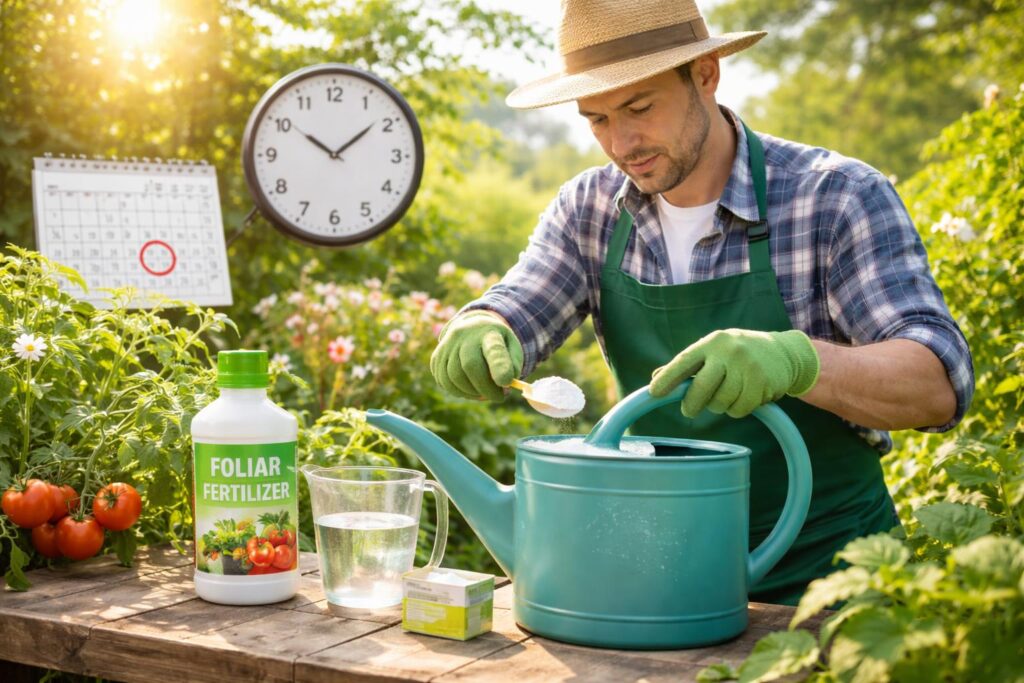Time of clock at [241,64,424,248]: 10:08
